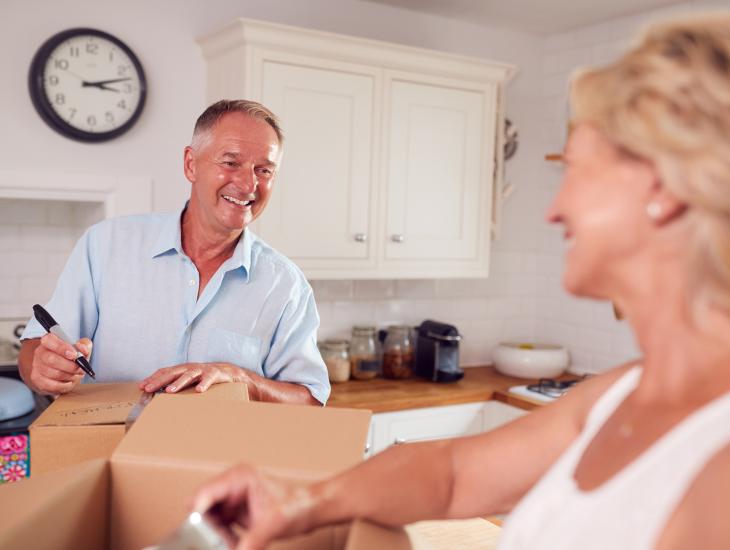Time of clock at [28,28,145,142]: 3:12
